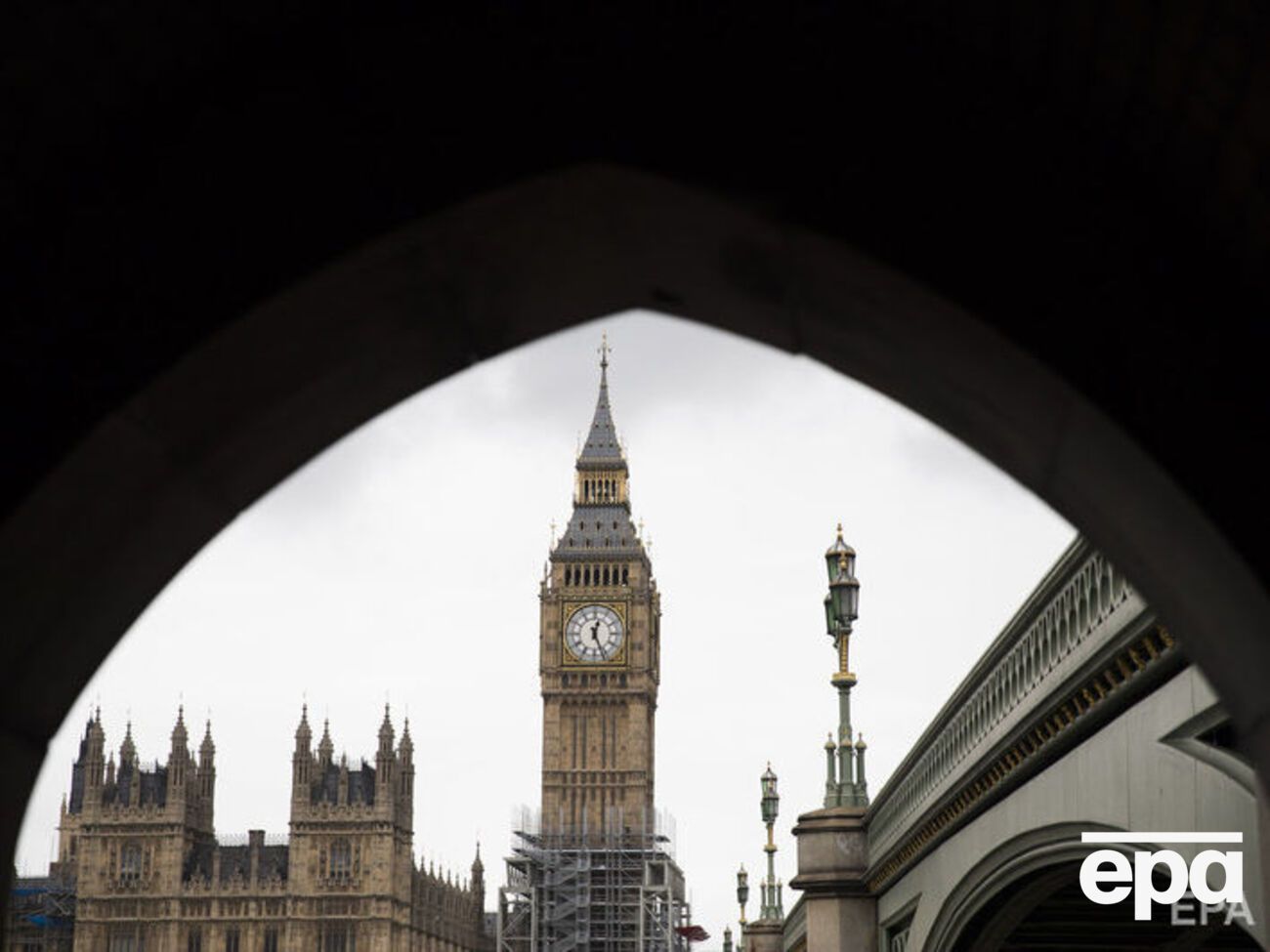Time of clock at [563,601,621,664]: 12:26
